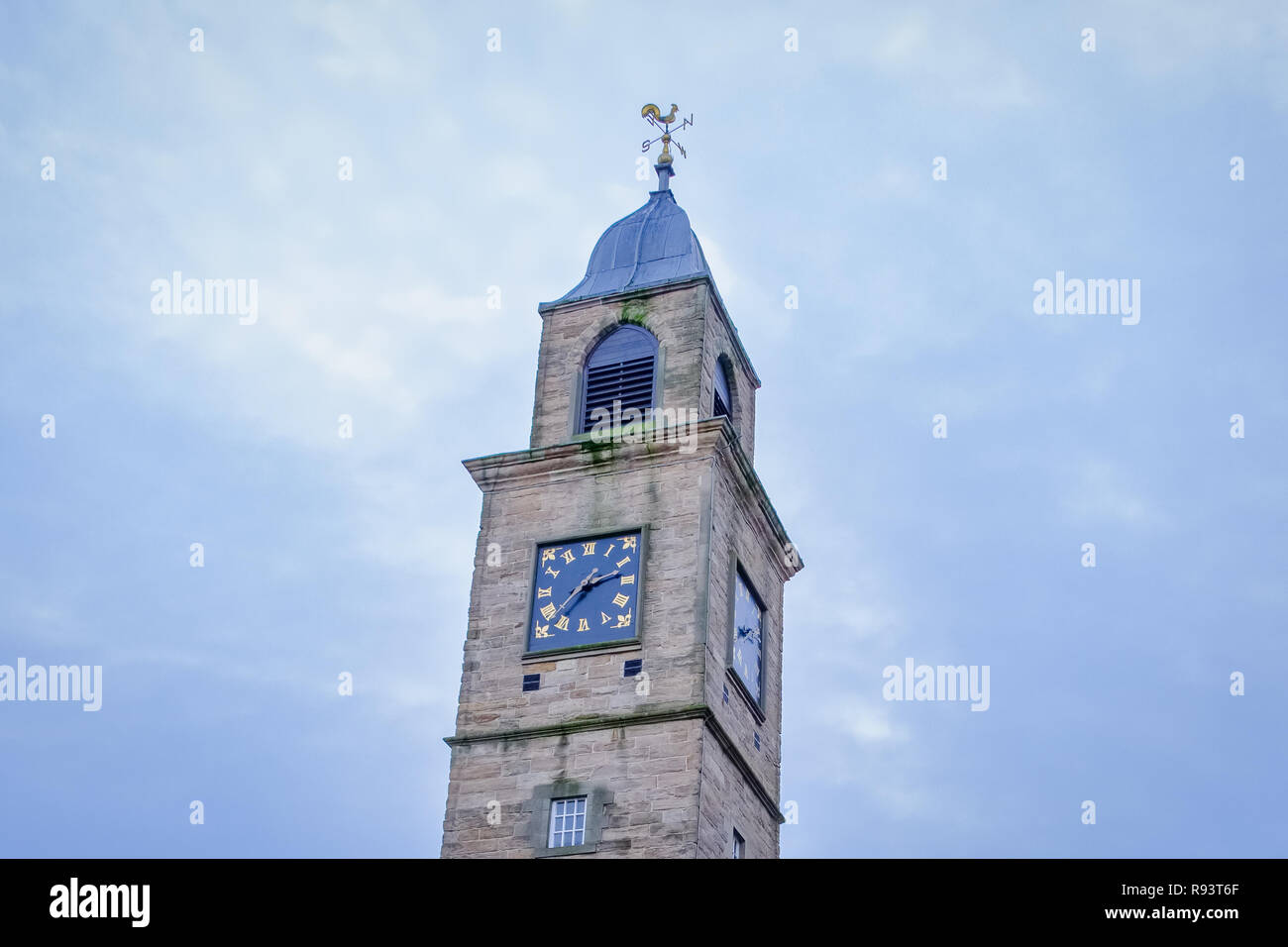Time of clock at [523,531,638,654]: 2:36
